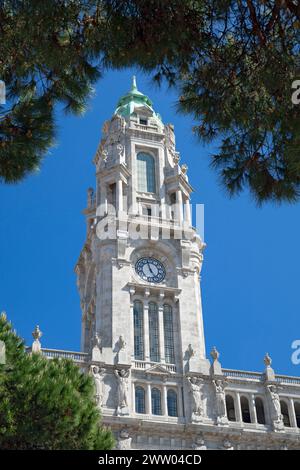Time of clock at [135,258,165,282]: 4:57
